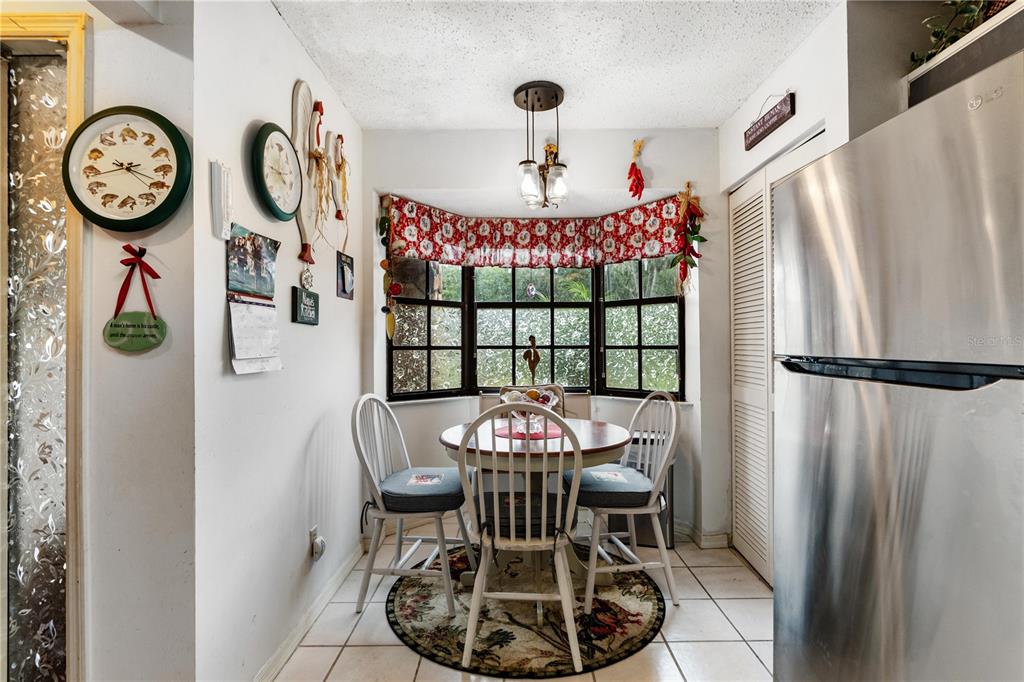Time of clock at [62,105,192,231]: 3:42
